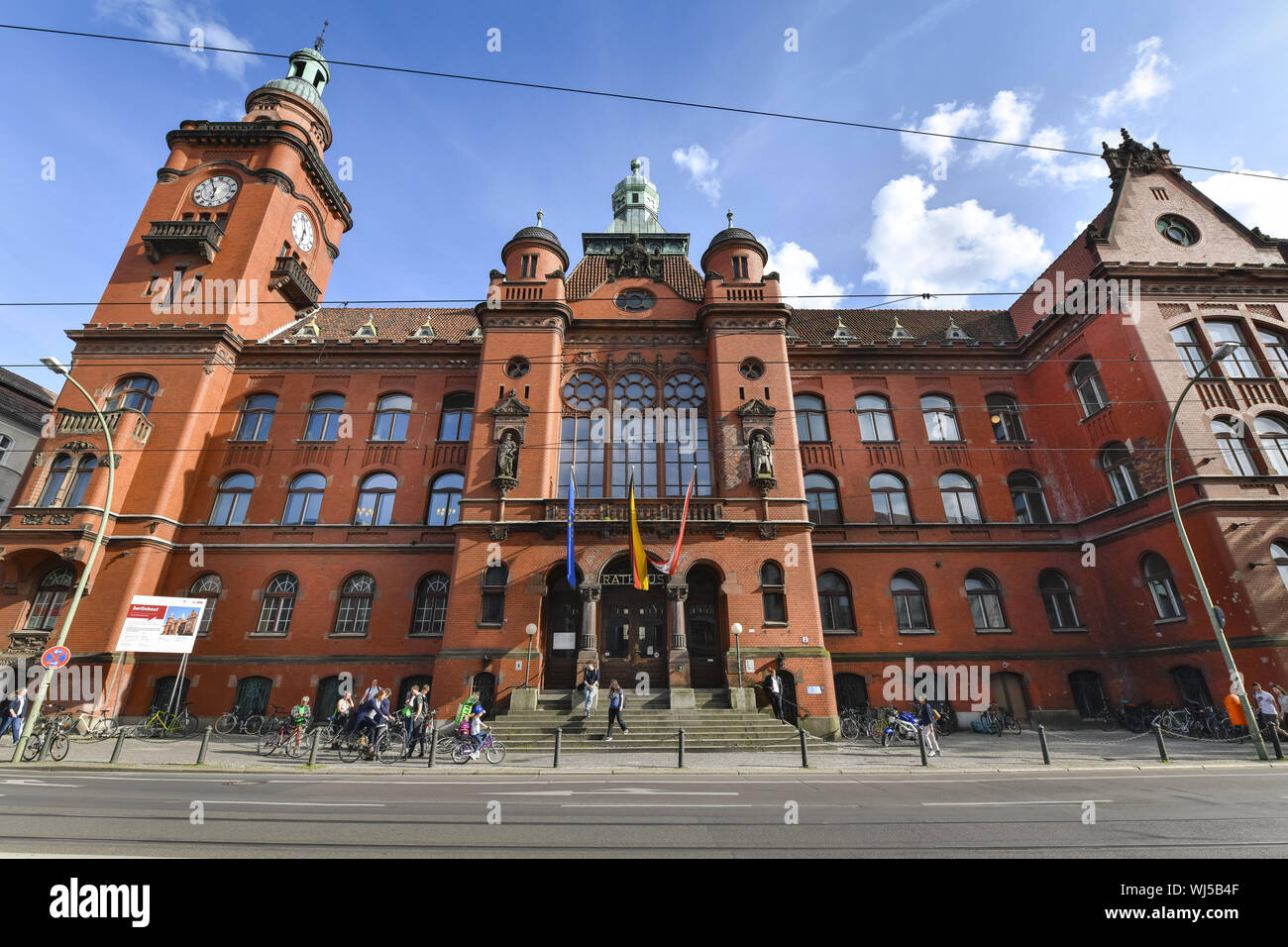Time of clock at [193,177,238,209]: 5:55
